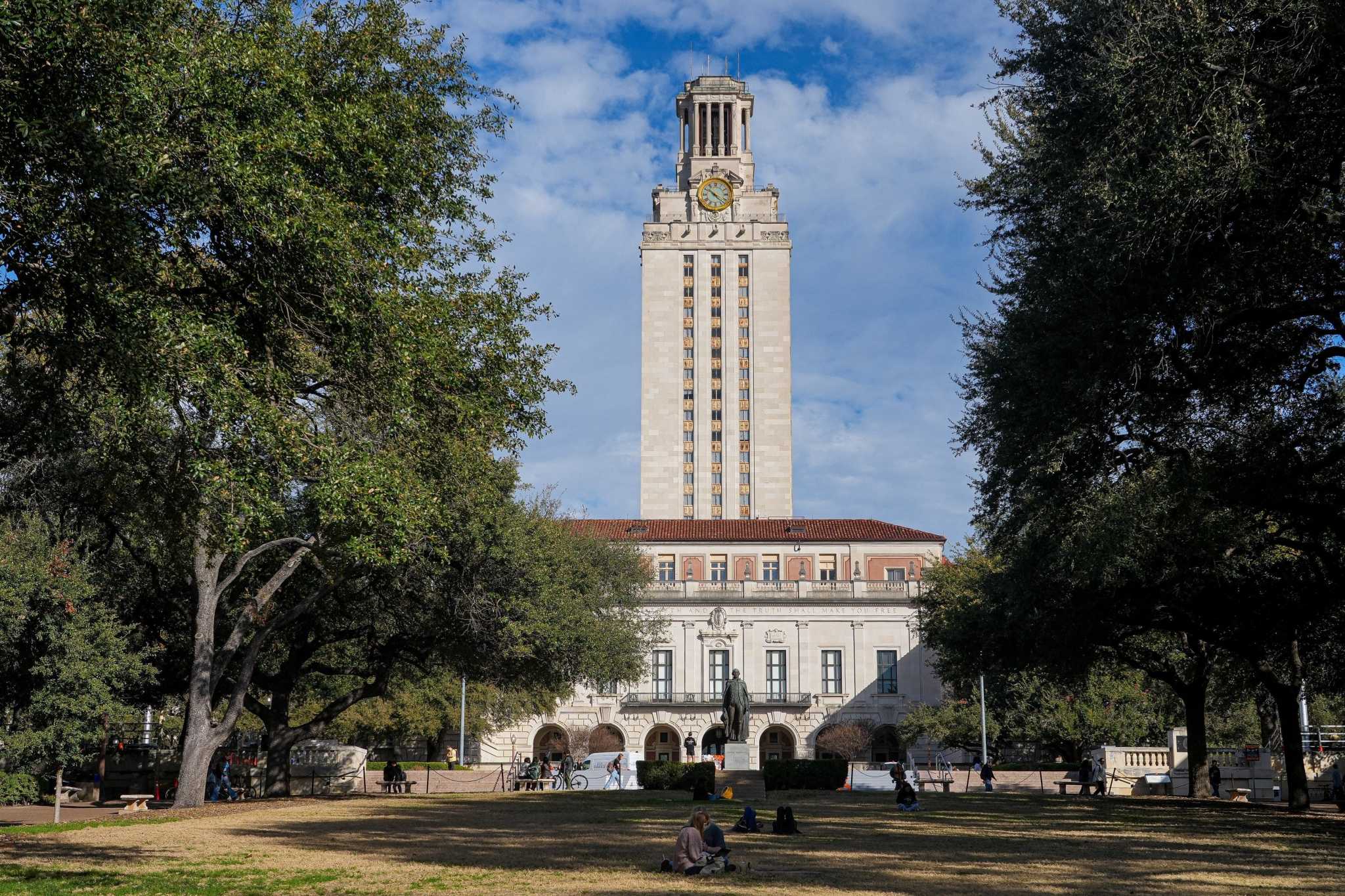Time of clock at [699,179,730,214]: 10:21
